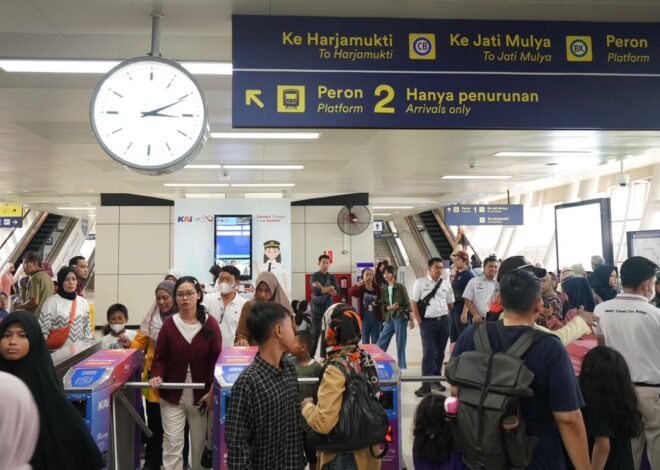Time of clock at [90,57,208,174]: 3:10
